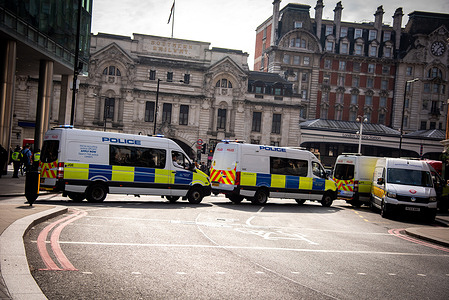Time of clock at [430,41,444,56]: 1:33
